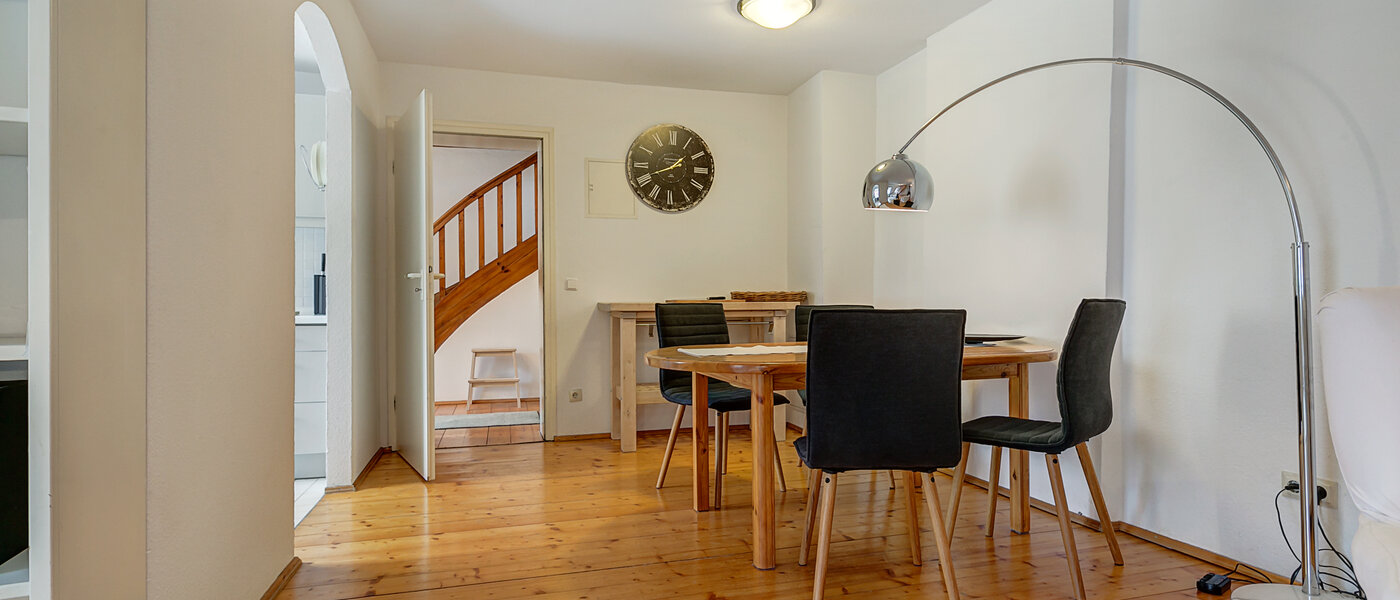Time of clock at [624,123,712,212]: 1:41
